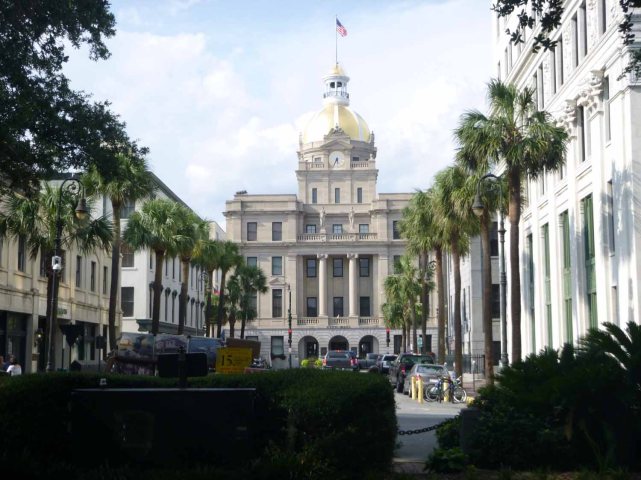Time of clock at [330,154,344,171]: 5:34
